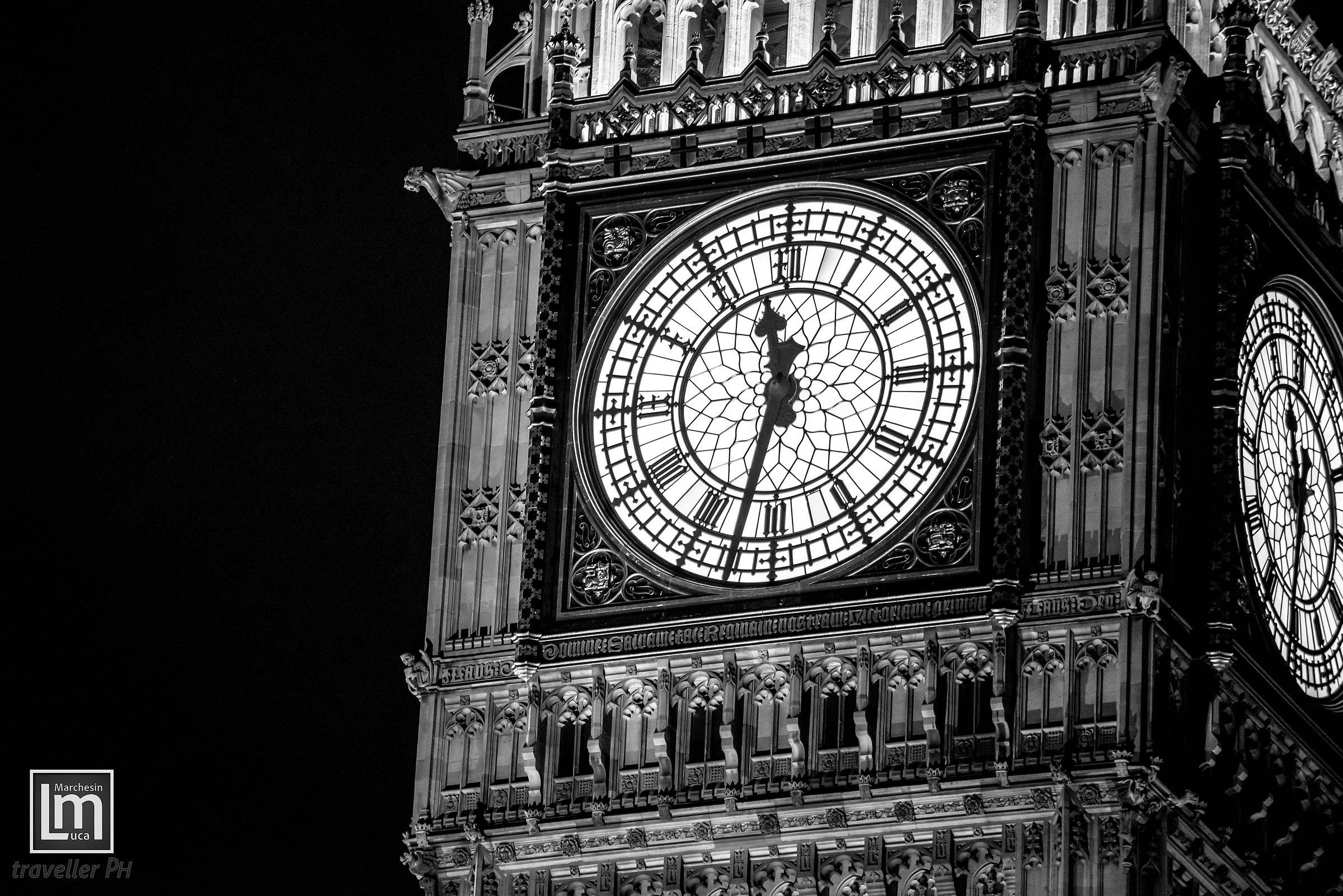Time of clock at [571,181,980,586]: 11:32
